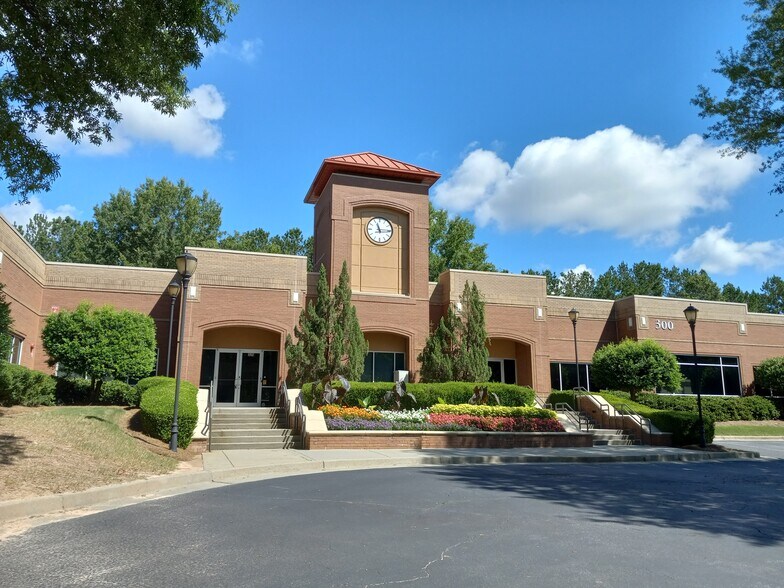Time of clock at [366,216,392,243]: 11:14
